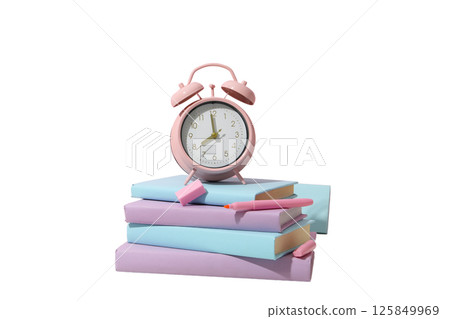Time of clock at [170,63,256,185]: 7:59
